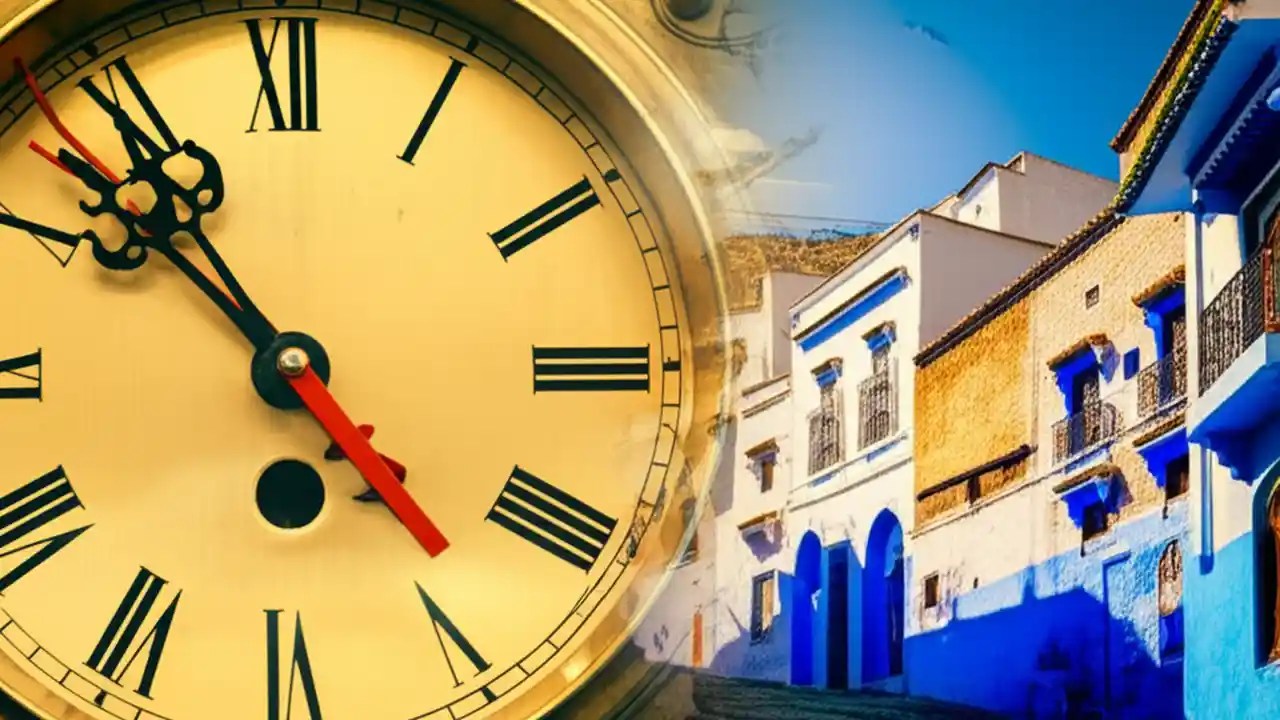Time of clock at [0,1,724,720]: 4:52
